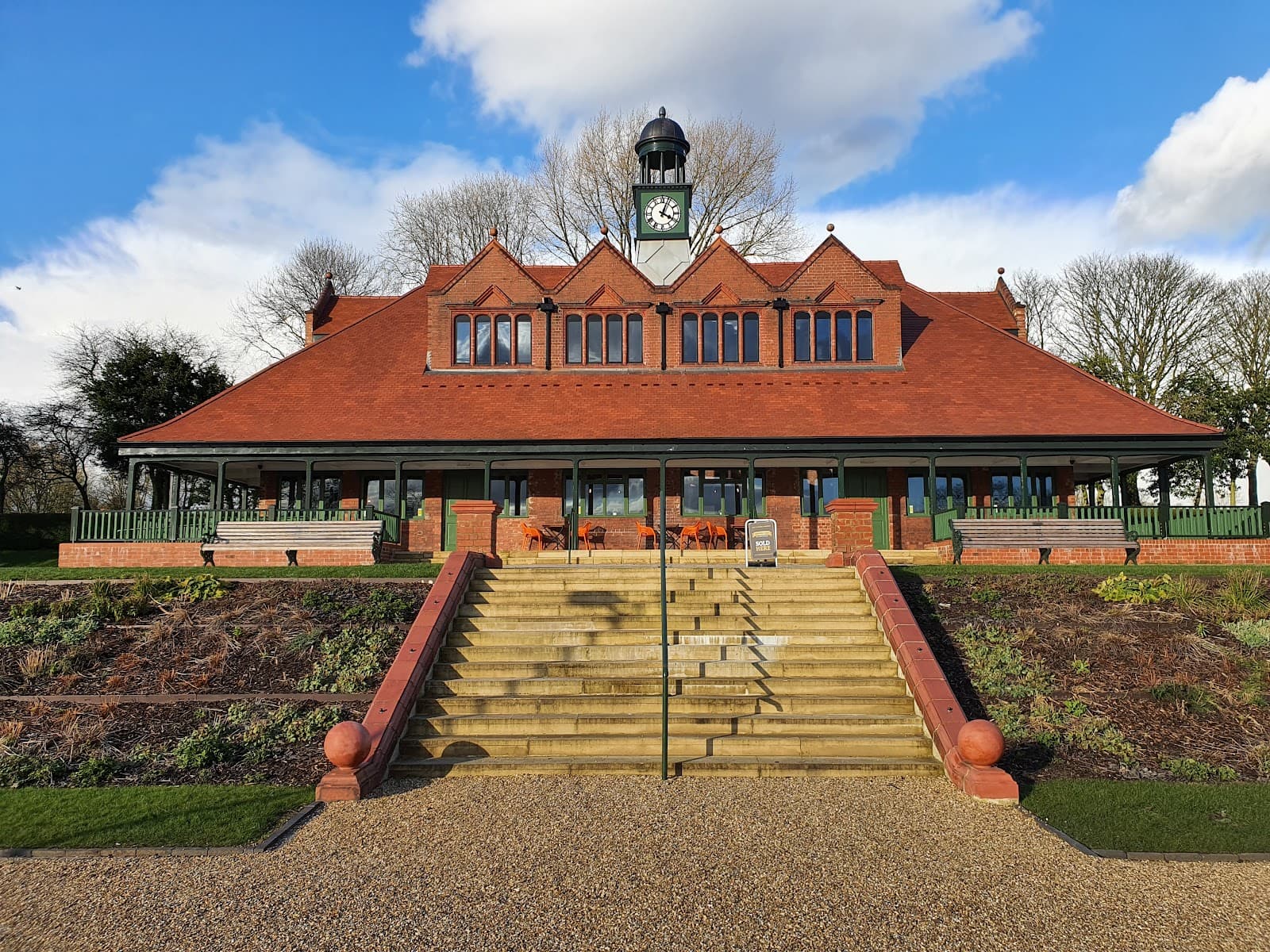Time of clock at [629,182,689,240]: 4:03
